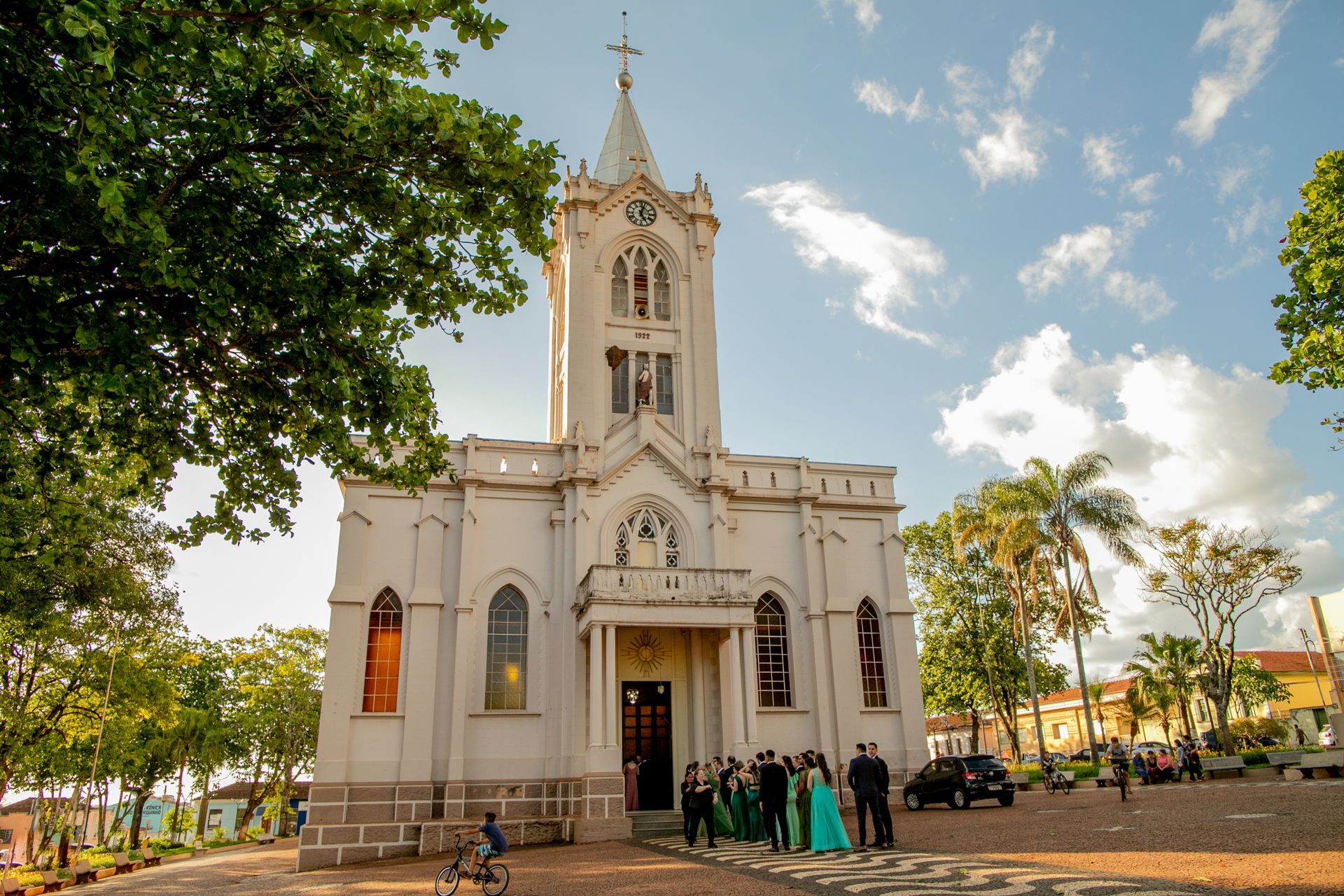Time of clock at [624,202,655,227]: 5:02
